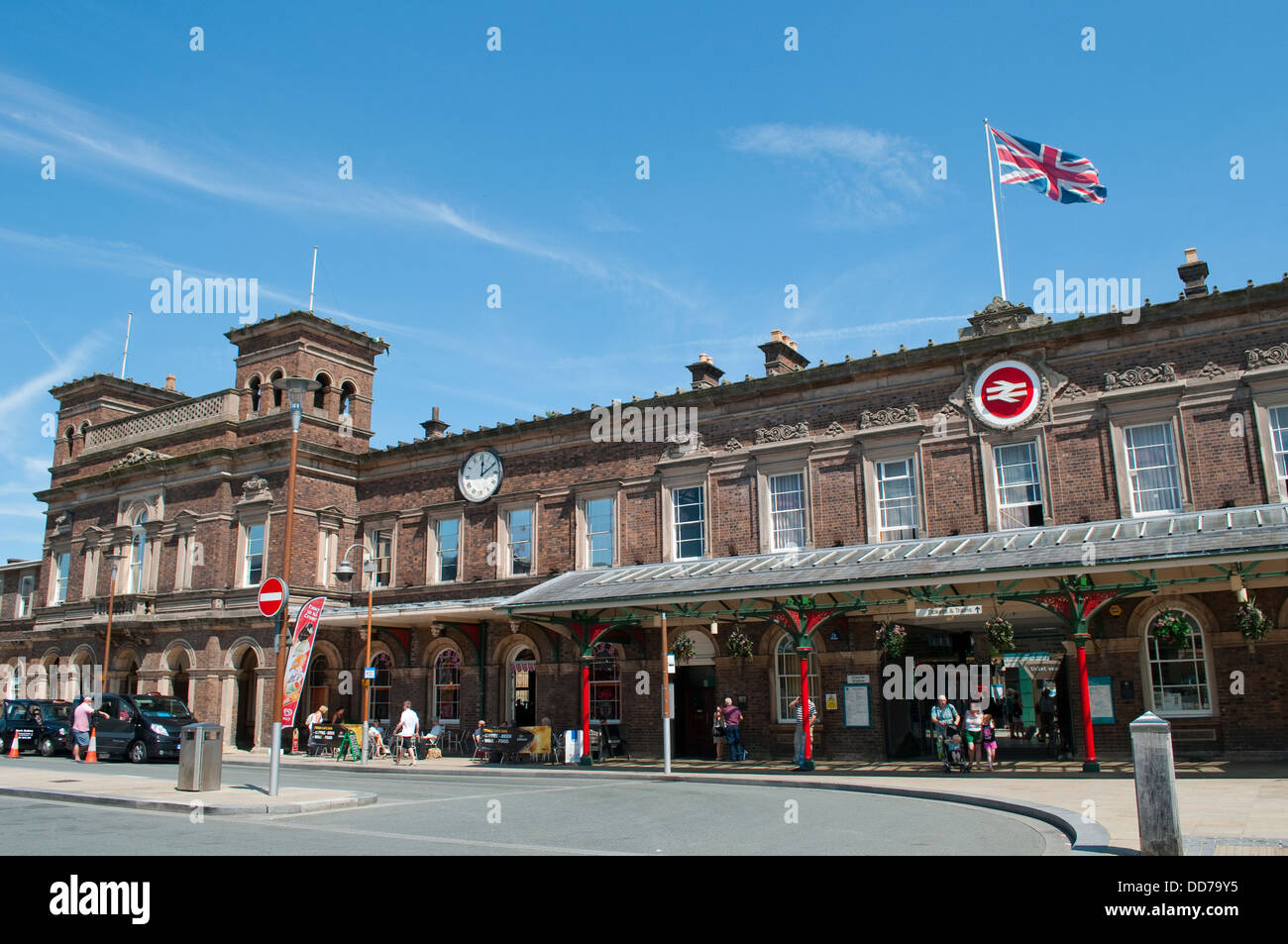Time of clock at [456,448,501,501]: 12:10
